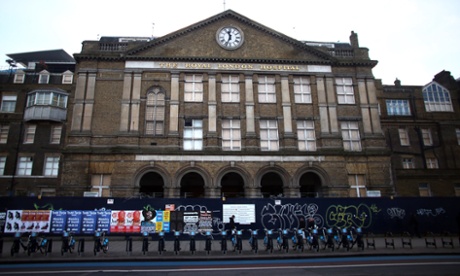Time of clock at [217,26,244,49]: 11:33
